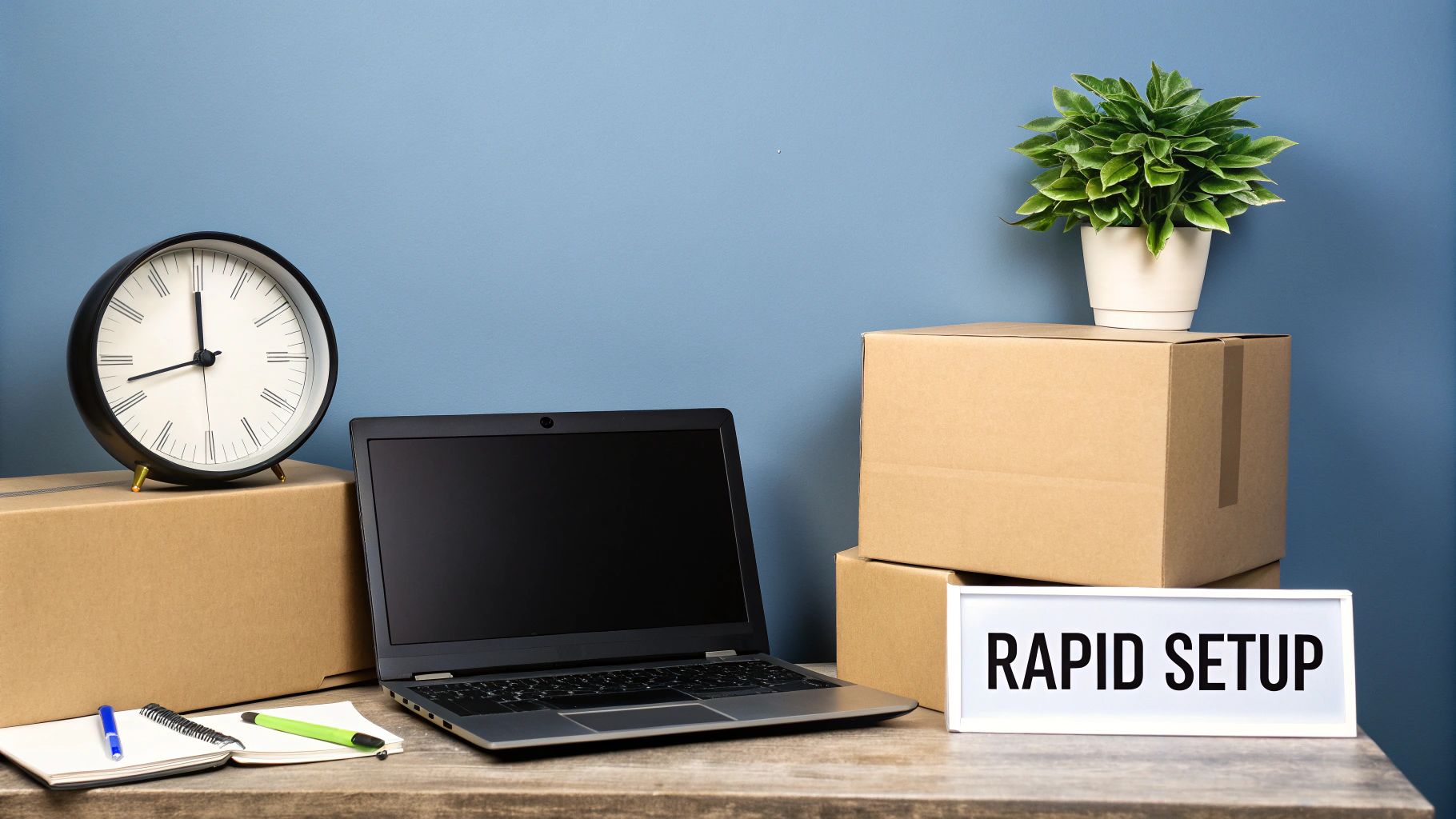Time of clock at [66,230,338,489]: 11:42
